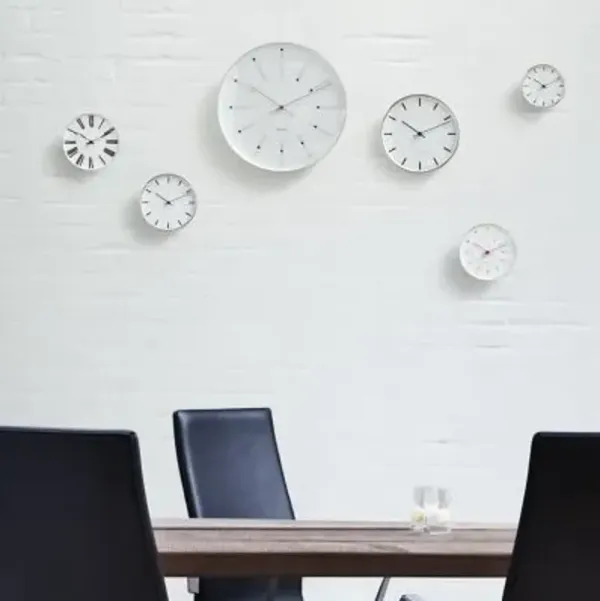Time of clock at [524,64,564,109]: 10:10
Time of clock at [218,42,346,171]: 10:10
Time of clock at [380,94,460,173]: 10:11
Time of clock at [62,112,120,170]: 10:10
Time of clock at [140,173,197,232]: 10:10
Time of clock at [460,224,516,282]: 10:10
